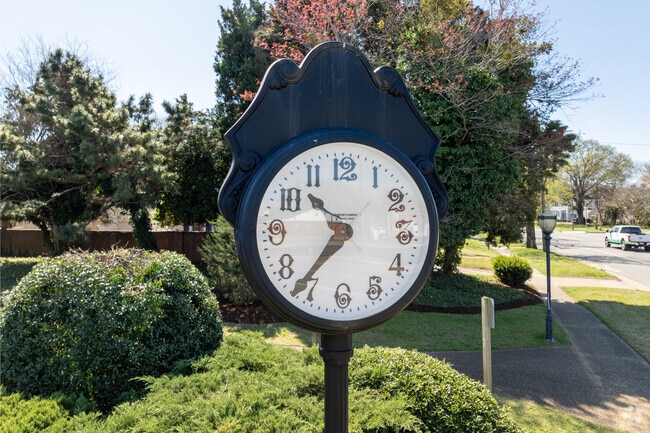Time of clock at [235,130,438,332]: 10:36
